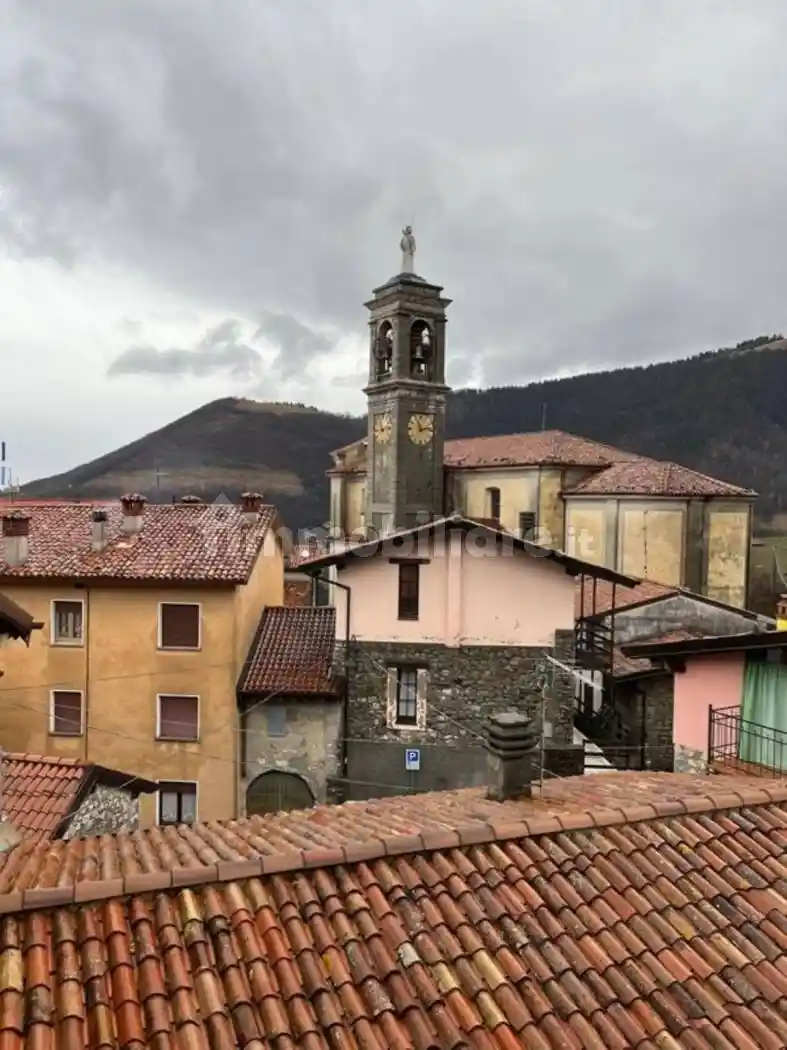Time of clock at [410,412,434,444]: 11:12
